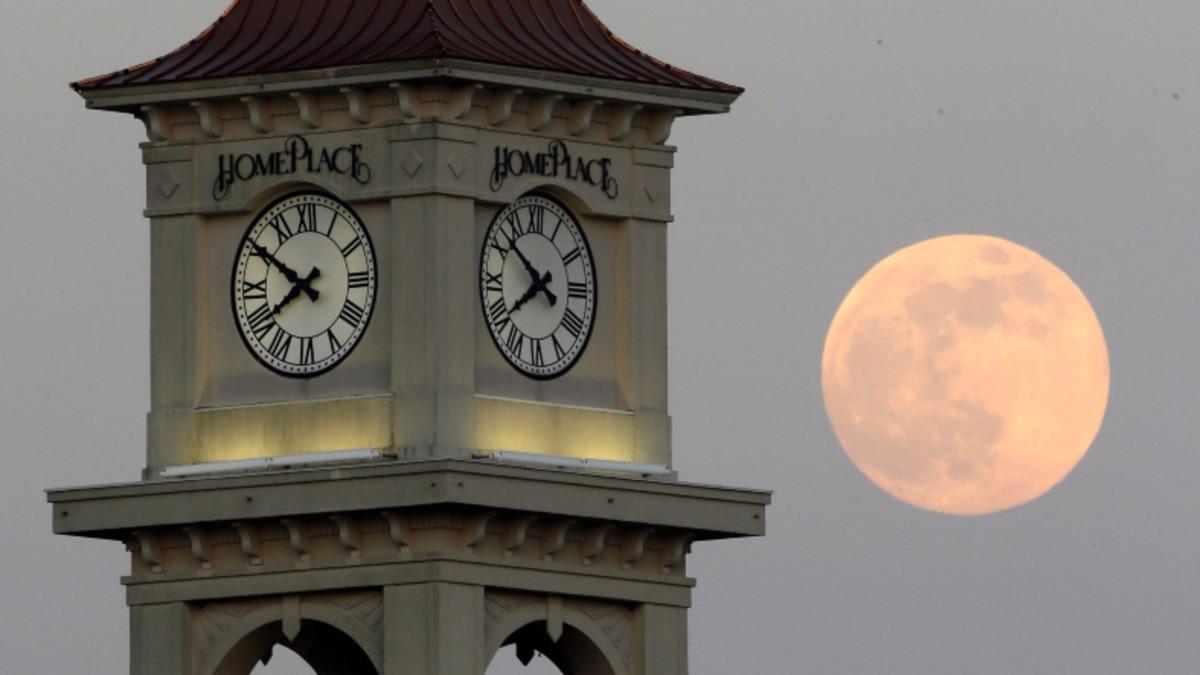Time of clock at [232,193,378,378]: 7:50
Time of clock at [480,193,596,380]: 7:51
